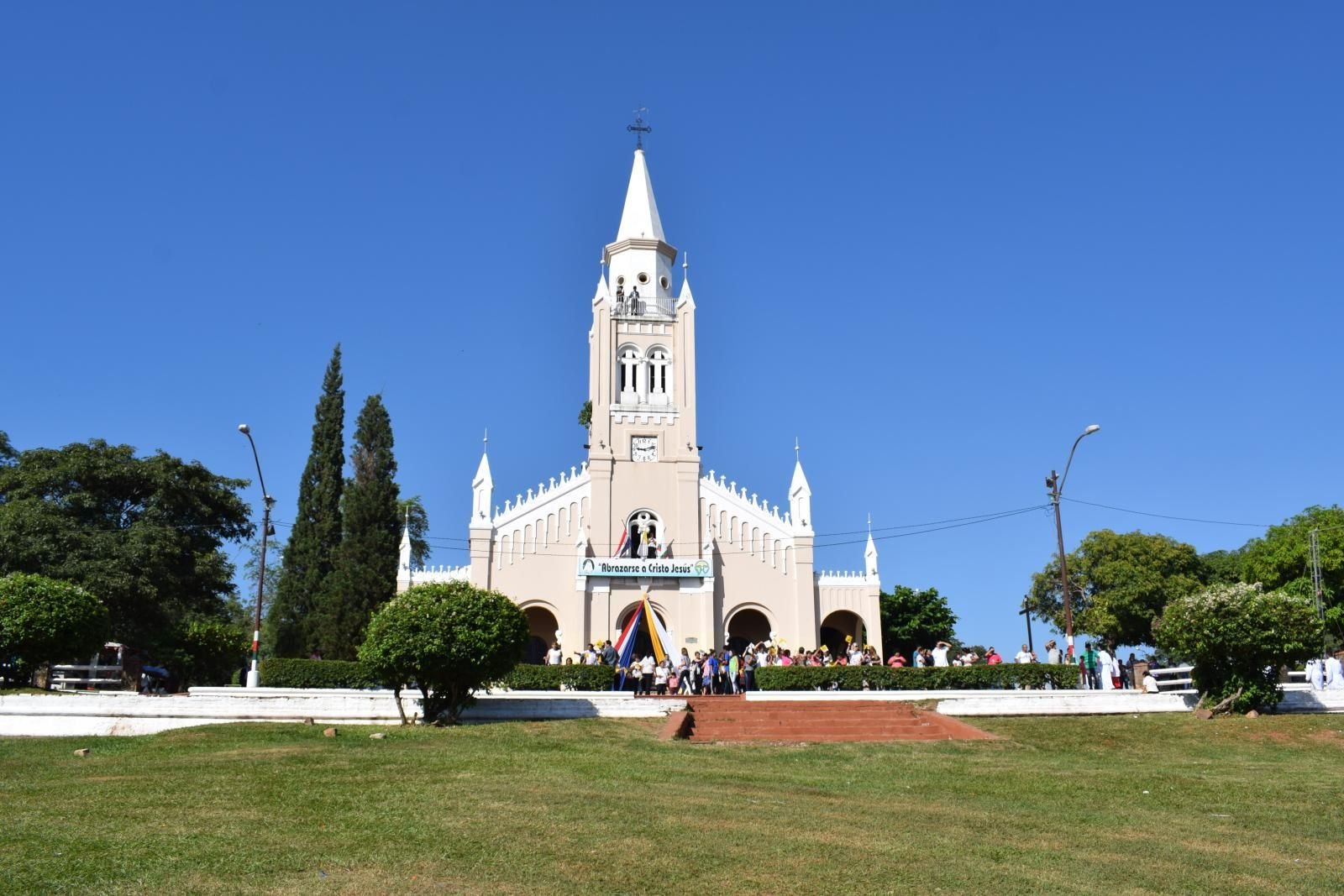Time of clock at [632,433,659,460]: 9:12
